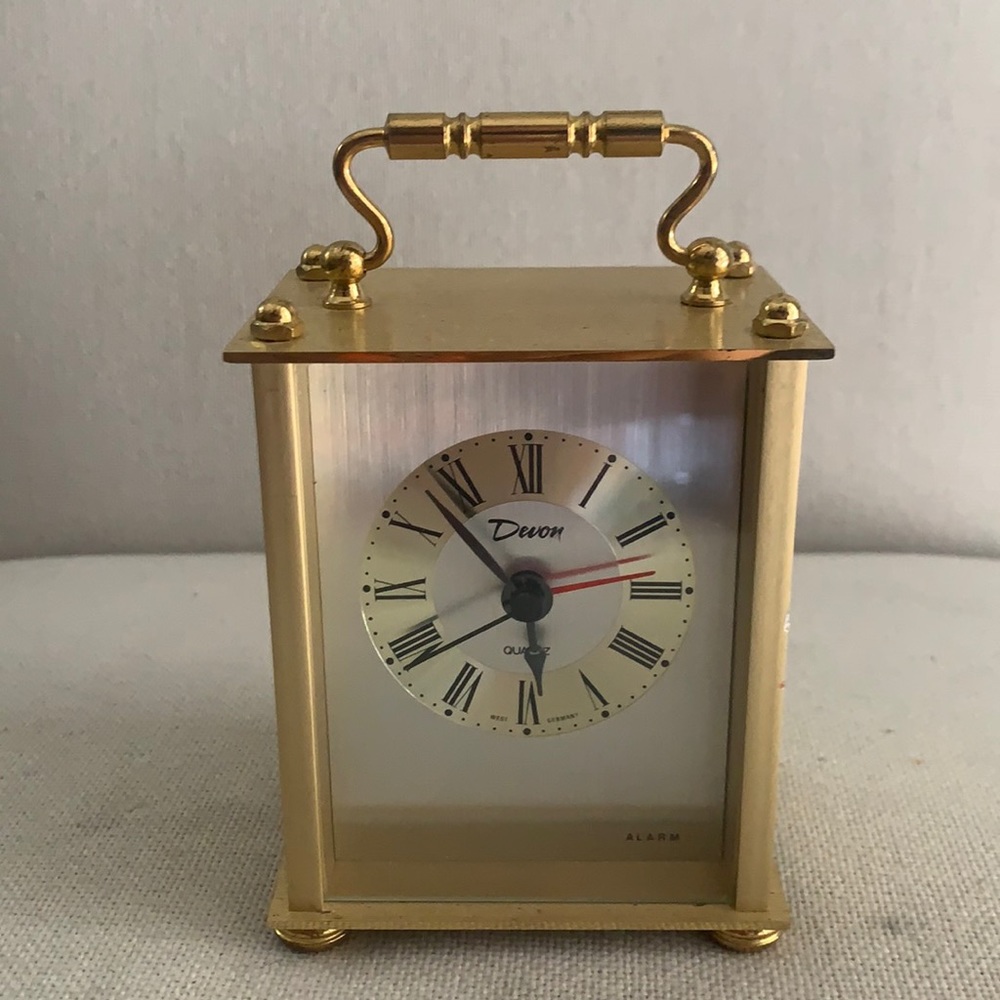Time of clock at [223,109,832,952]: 5:53
